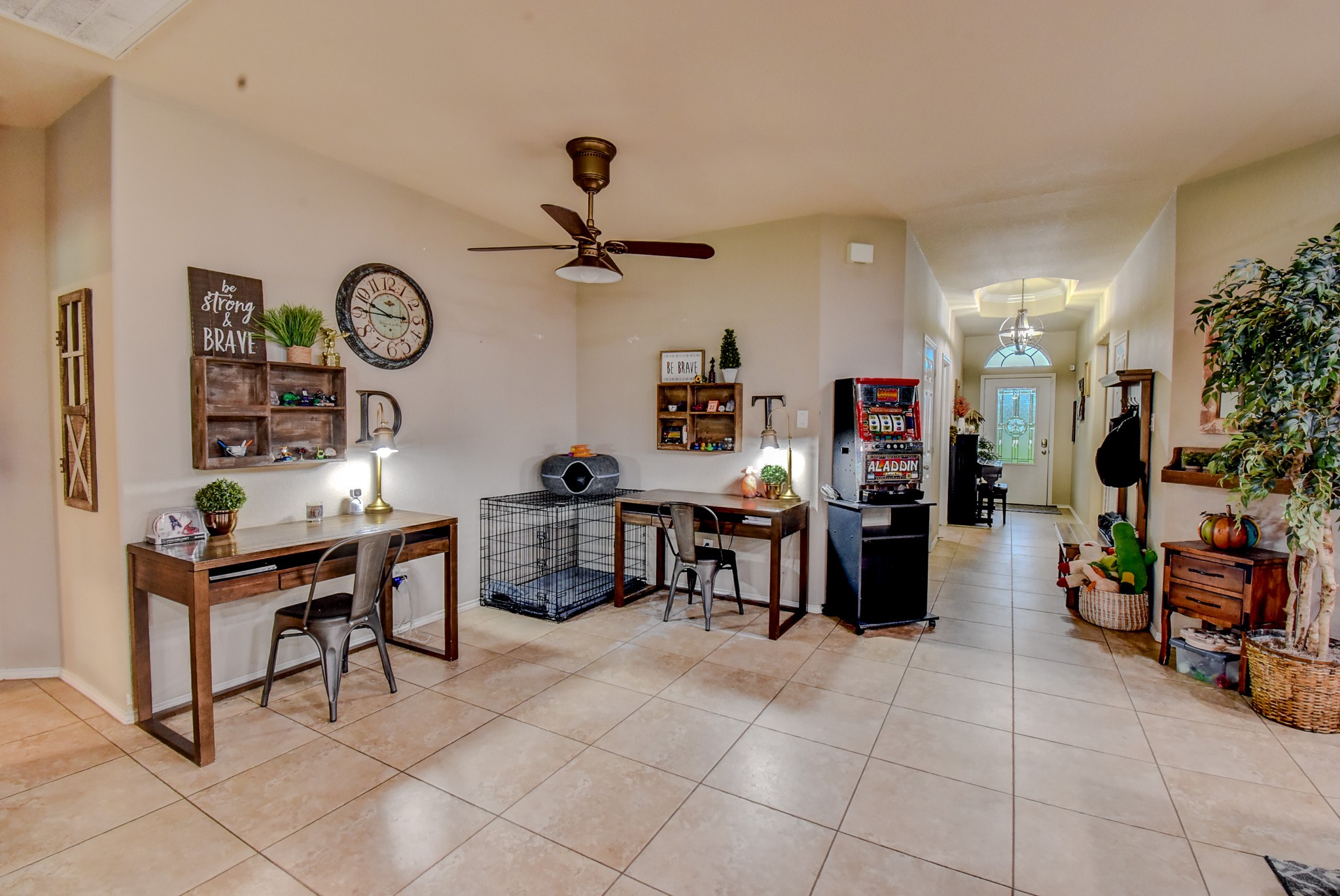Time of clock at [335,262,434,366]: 2:48
